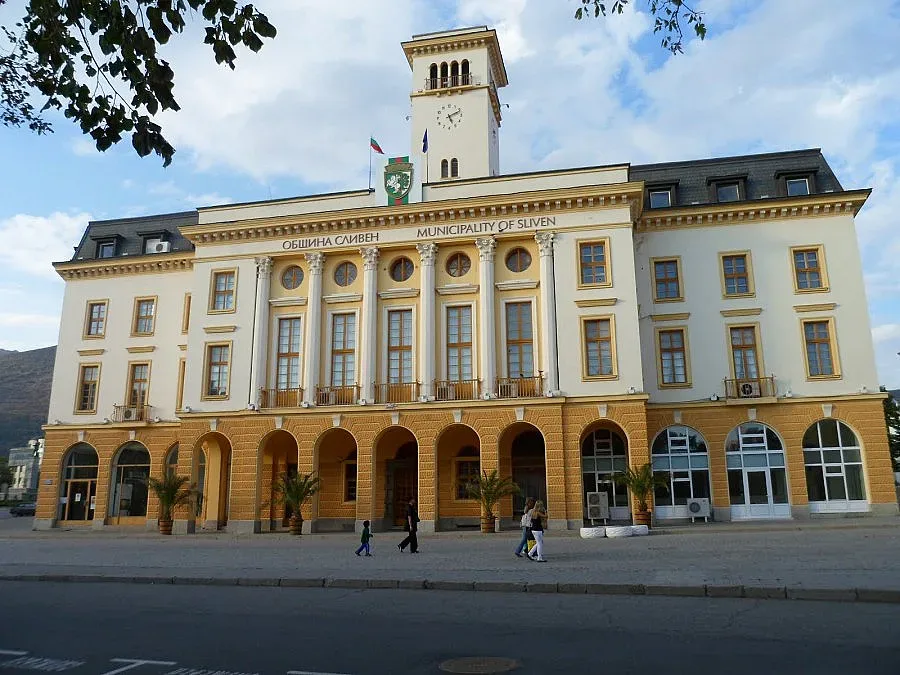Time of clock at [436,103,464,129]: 5:11
